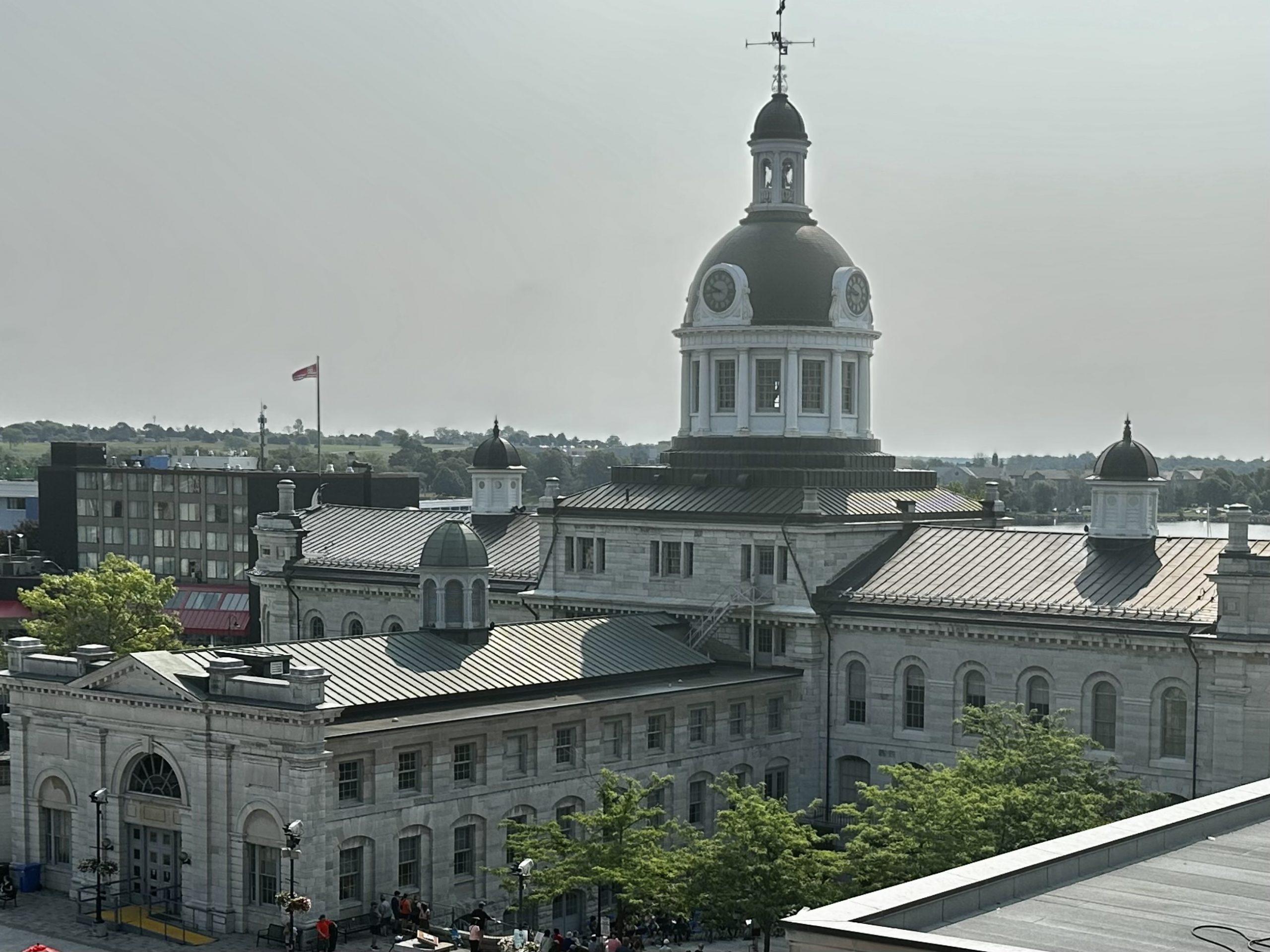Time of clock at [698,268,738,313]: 9:42
